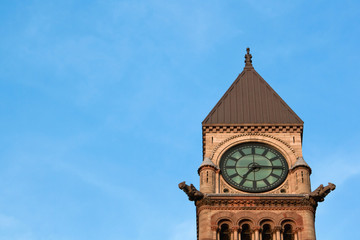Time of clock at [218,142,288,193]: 7:15
